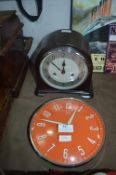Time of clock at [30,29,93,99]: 11:52
